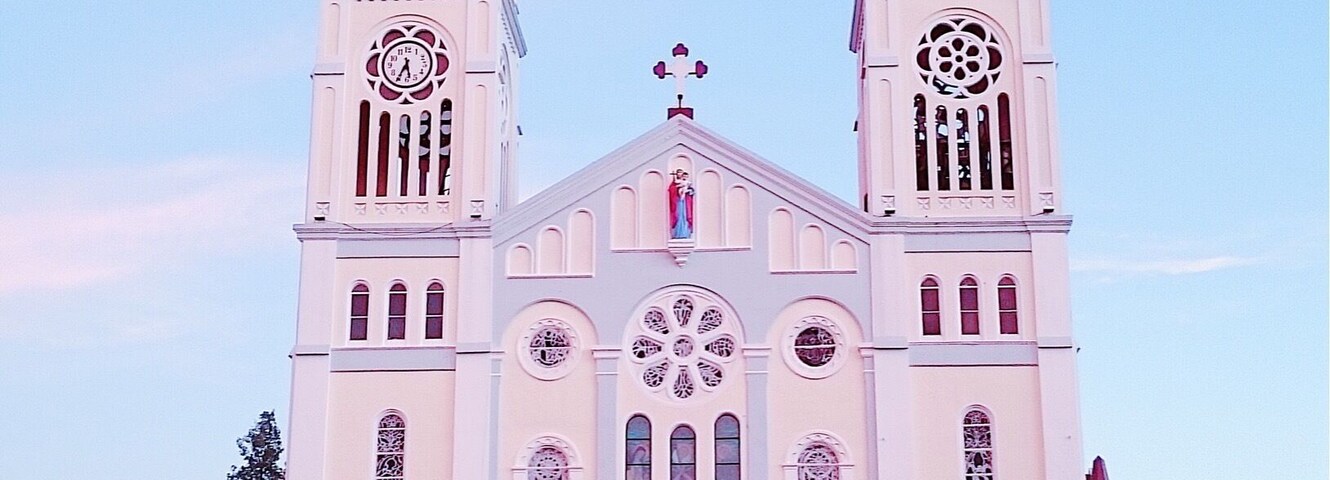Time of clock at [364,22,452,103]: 5:34
